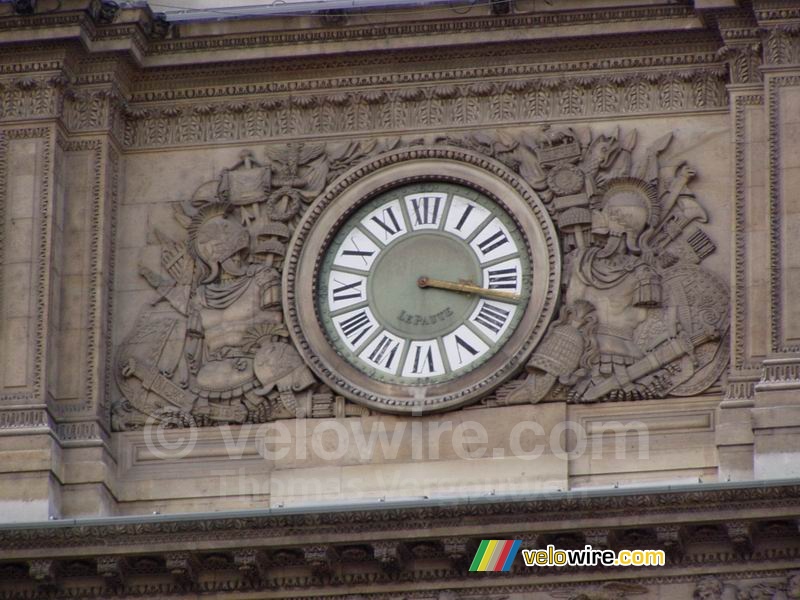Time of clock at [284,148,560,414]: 3:17
